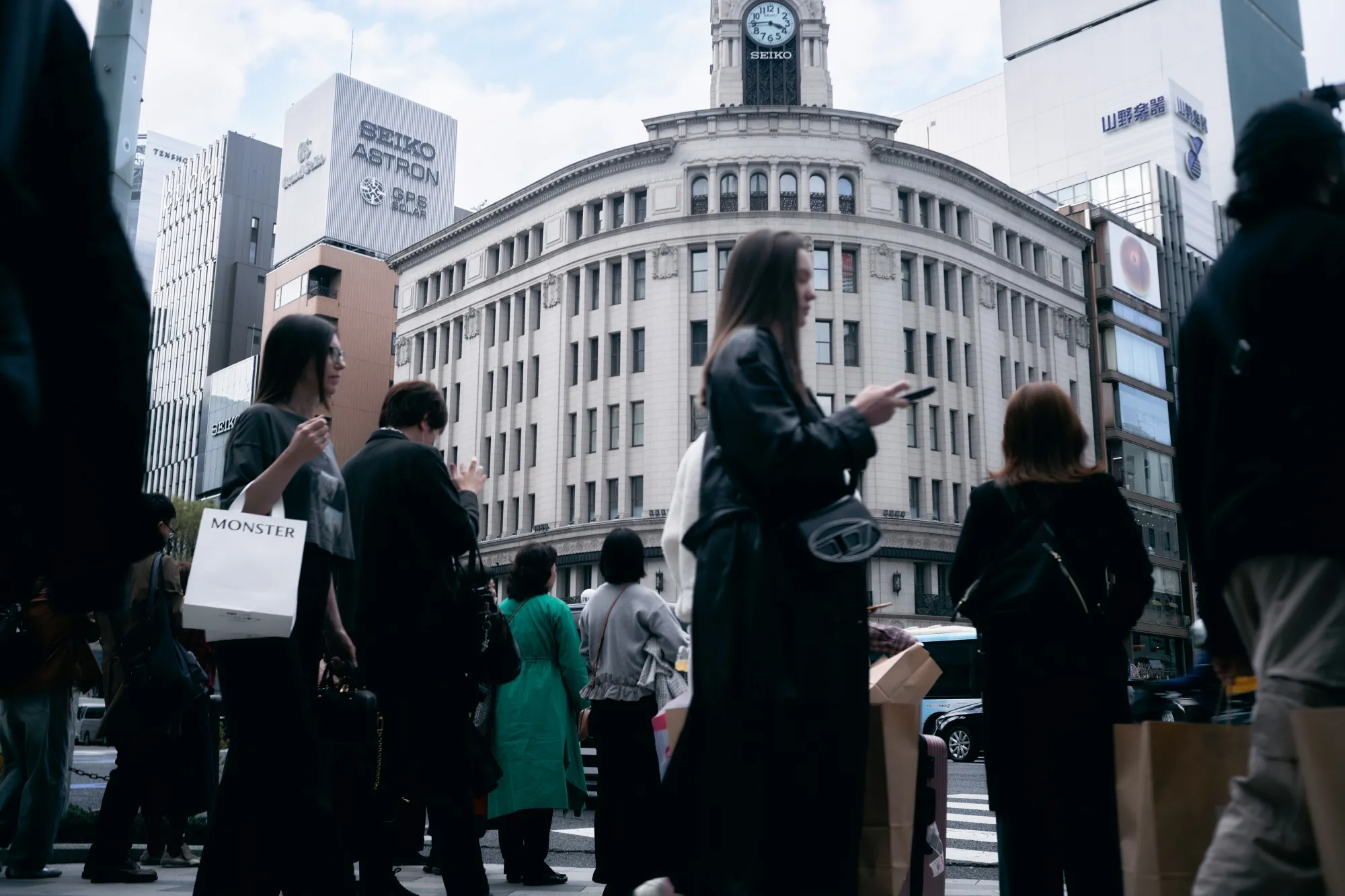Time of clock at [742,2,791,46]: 3:44
